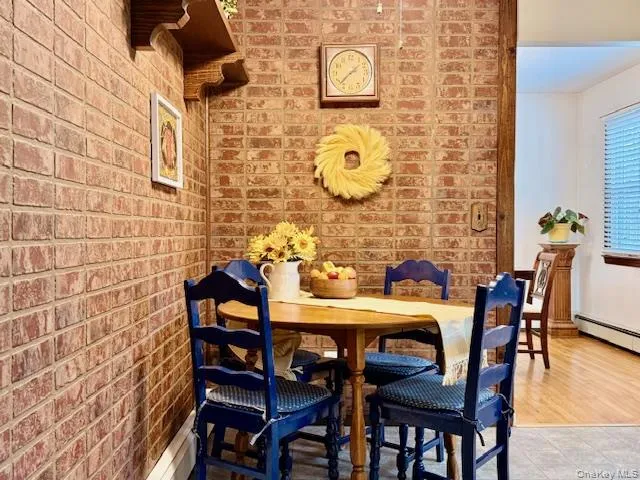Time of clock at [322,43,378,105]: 1:37
